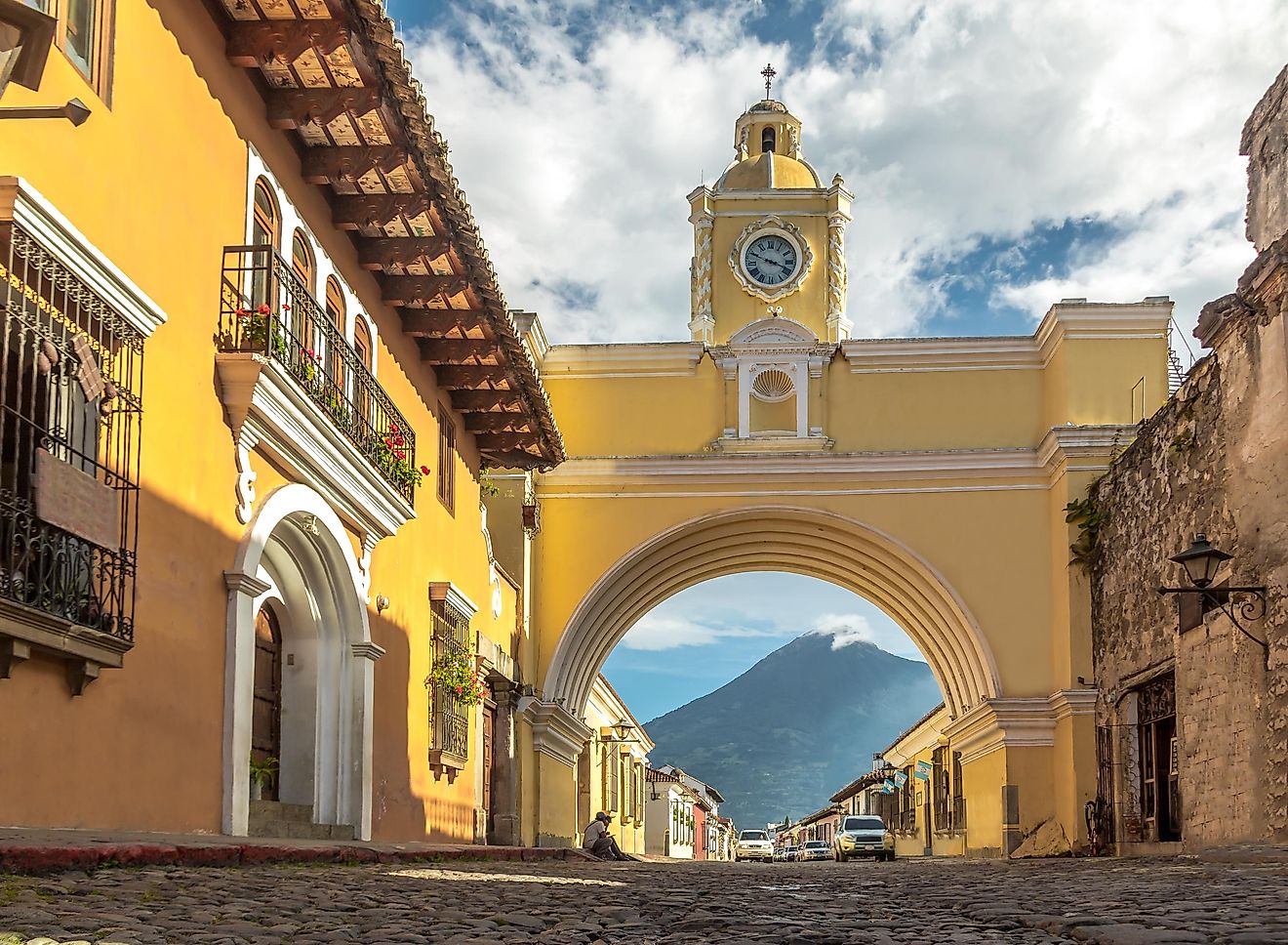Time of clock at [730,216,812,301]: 3:48
